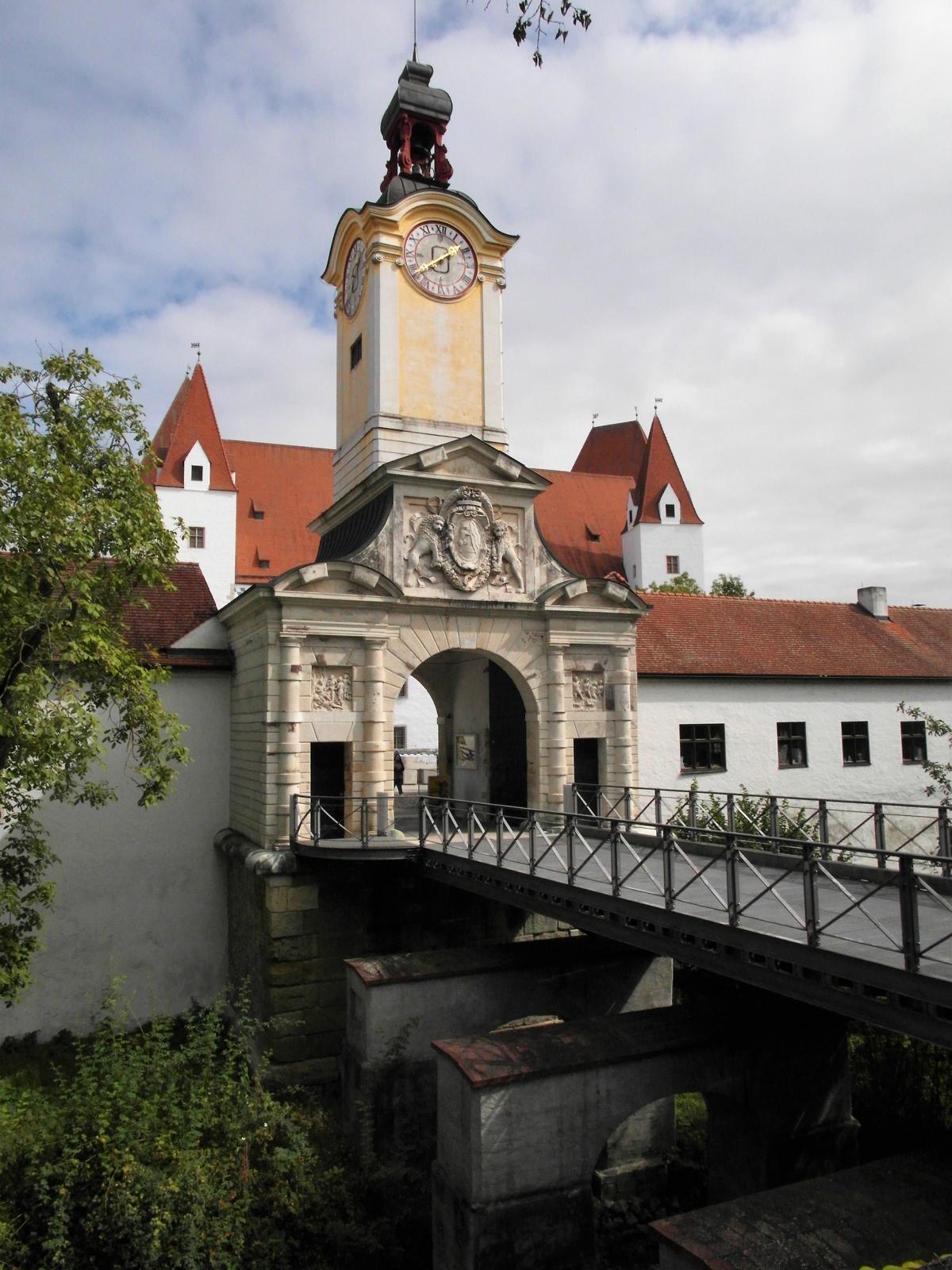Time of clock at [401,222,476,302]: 1:39
